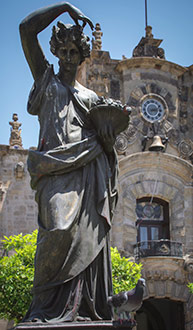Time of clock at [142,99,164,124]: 3:12
